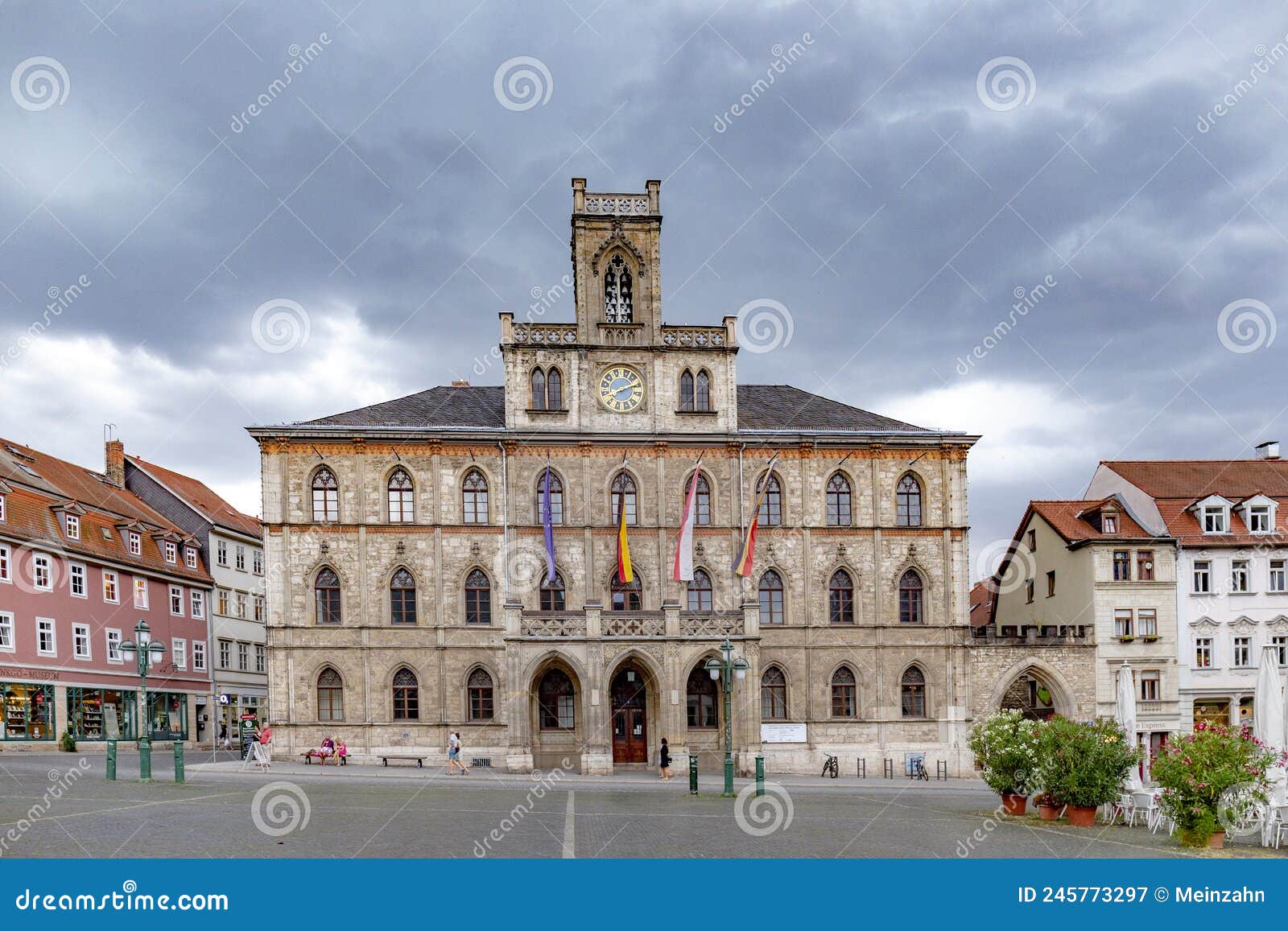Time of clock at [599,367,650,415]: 8:11
